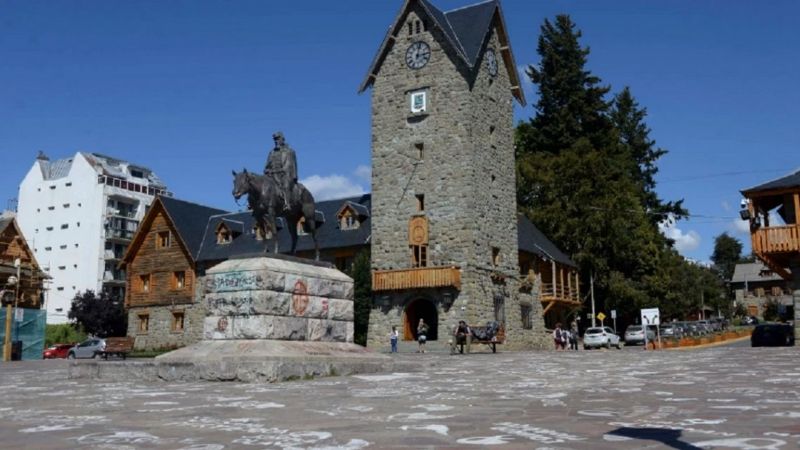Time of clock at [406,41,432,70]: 3:02
